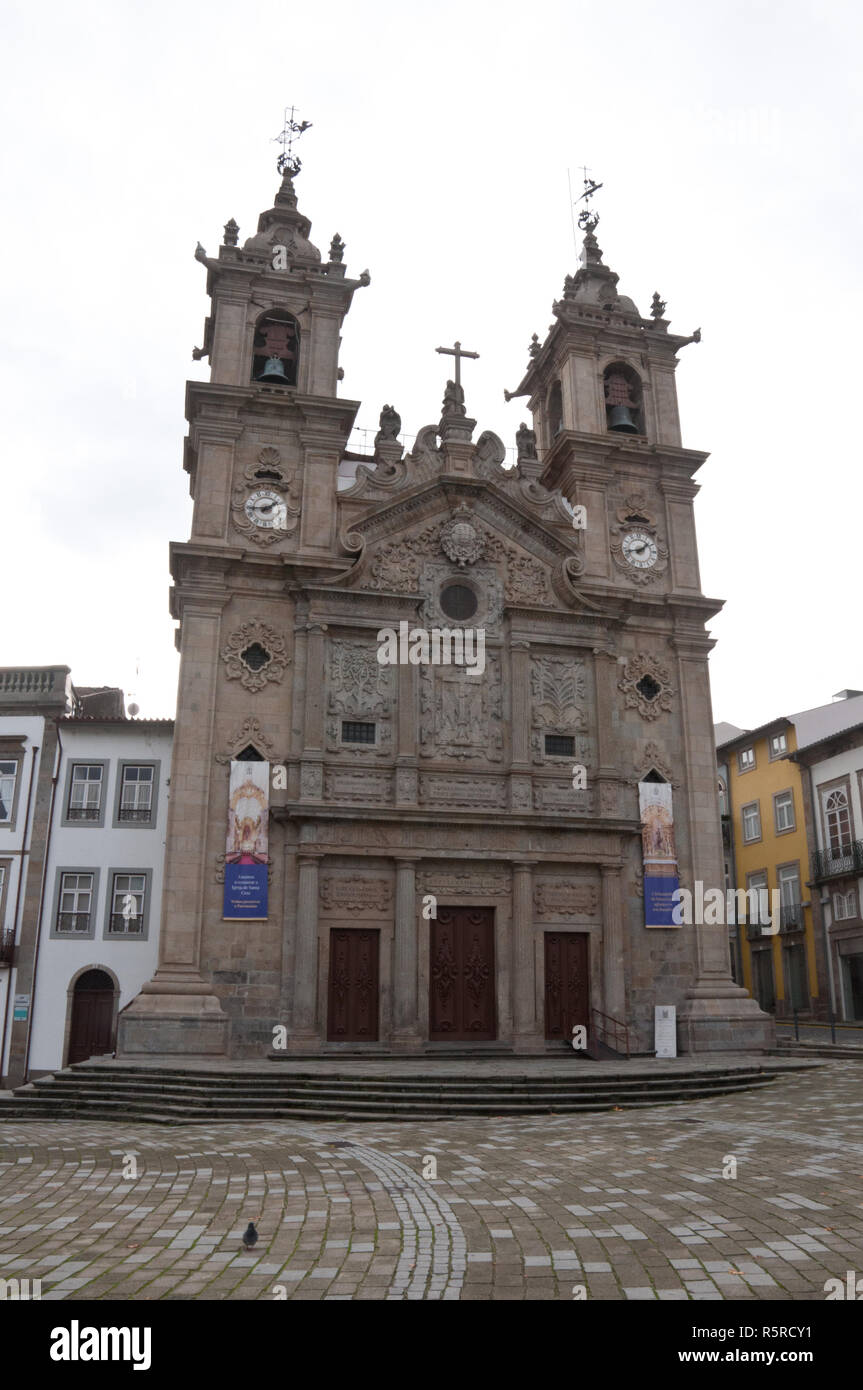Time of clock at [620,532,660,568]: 1:42
